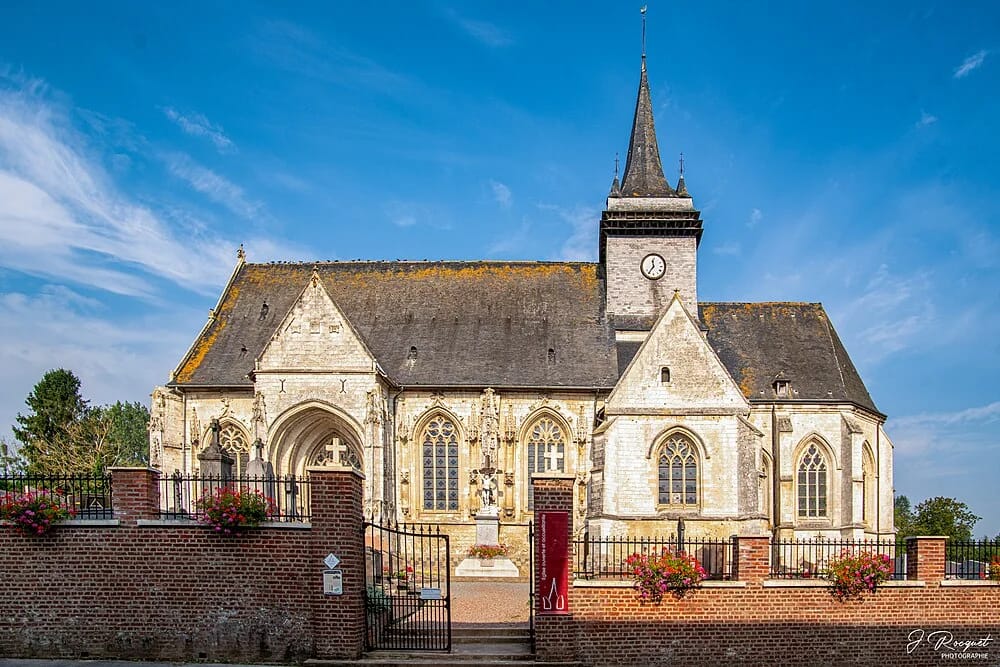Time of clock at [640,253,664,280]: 11:36
